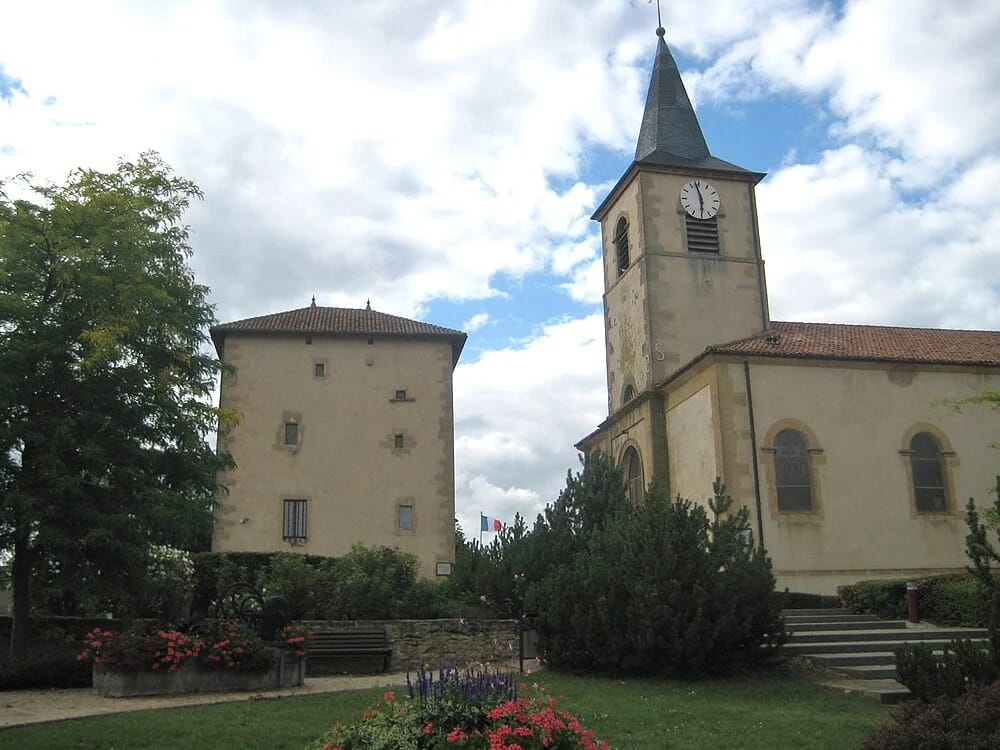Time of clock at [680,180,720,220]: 5:57
